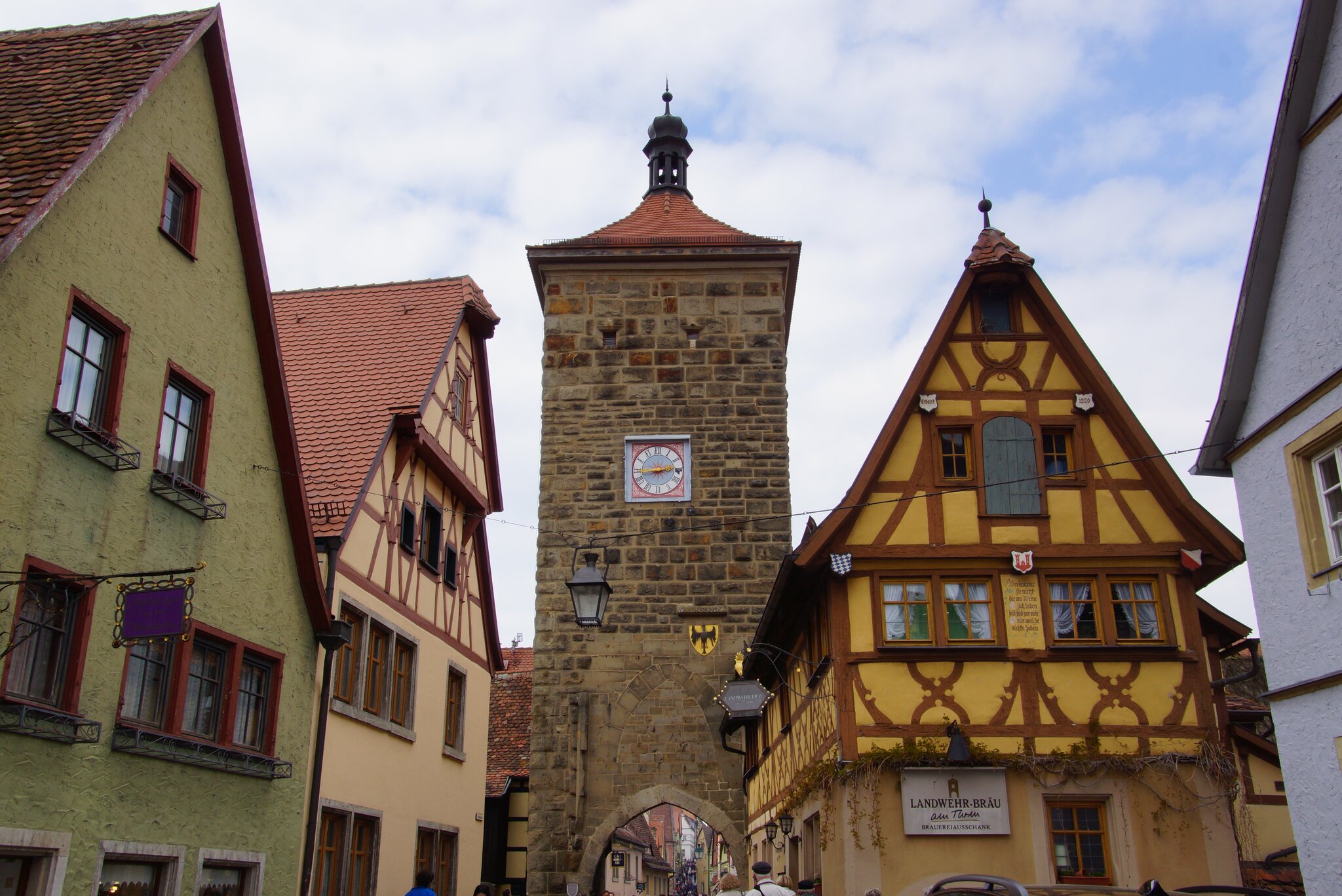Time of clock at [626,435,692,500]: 2:43
